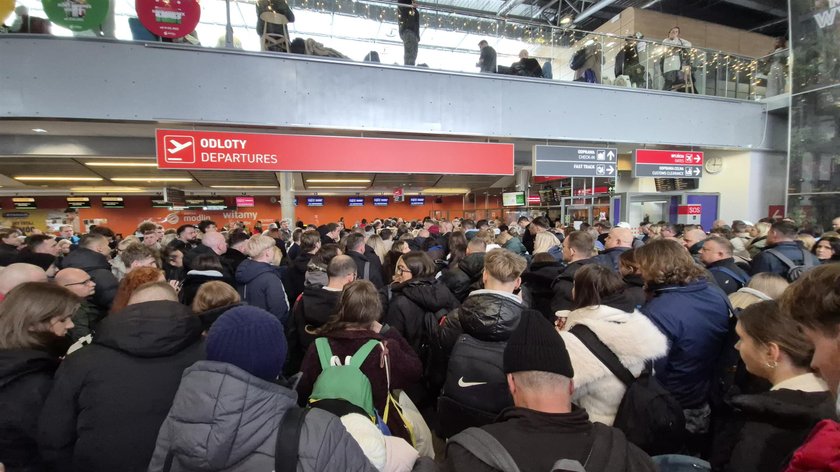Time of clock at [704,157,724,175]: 12:16
